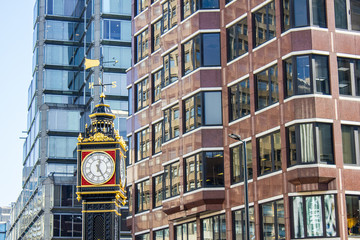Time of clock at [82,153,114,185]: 12:24
